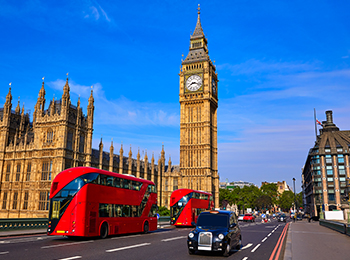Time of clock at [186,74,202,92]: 8:17
